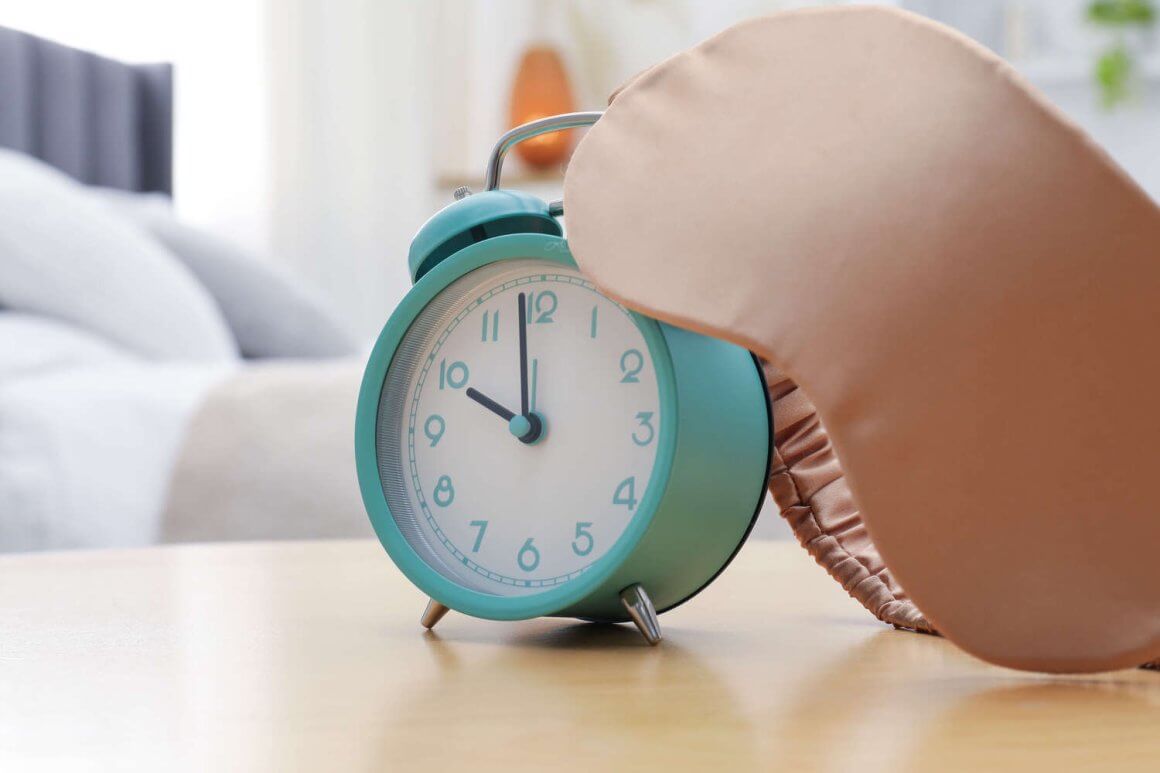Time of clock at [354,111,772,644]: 9:59
